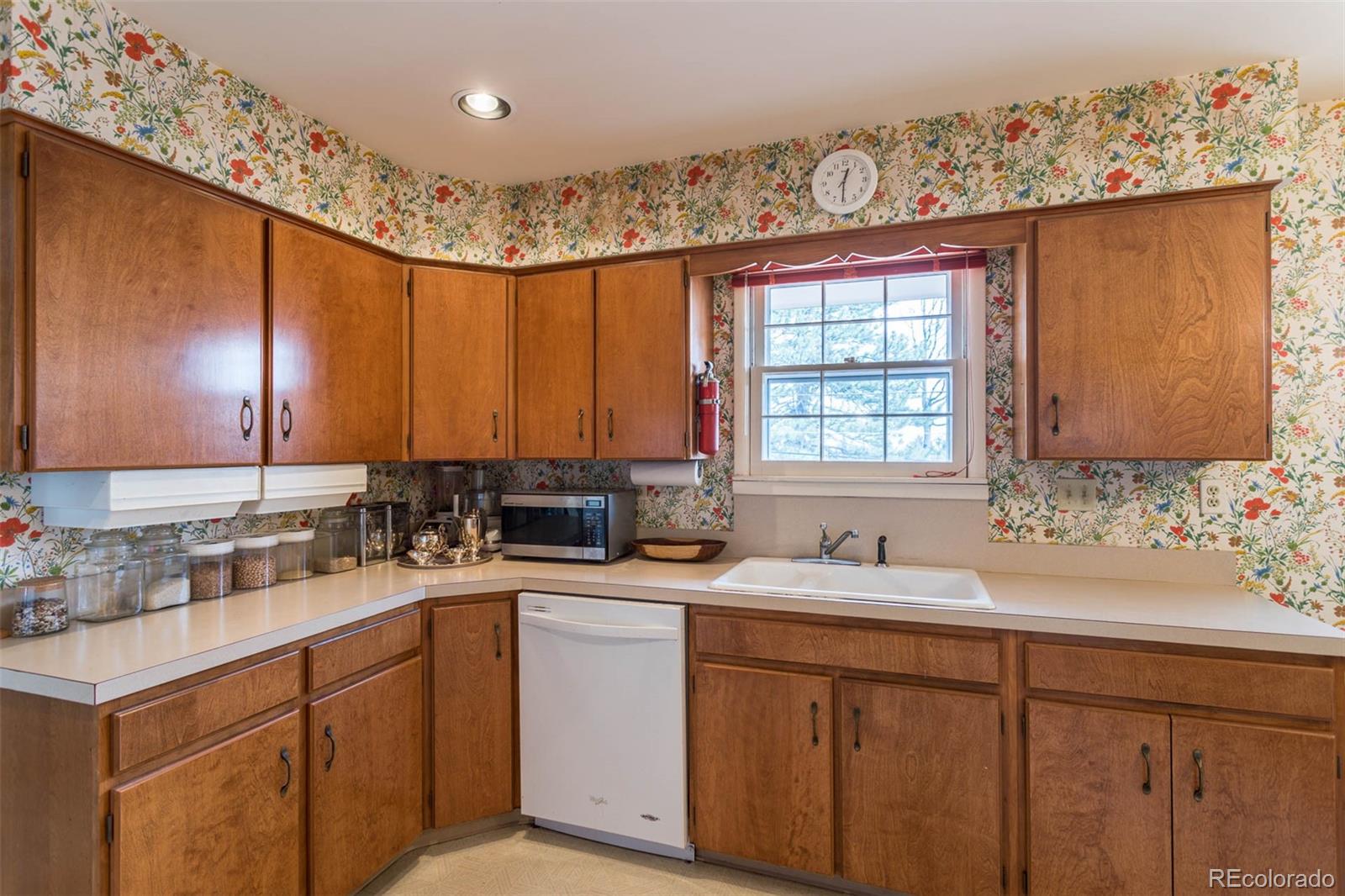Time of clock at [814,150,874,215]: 12:30
